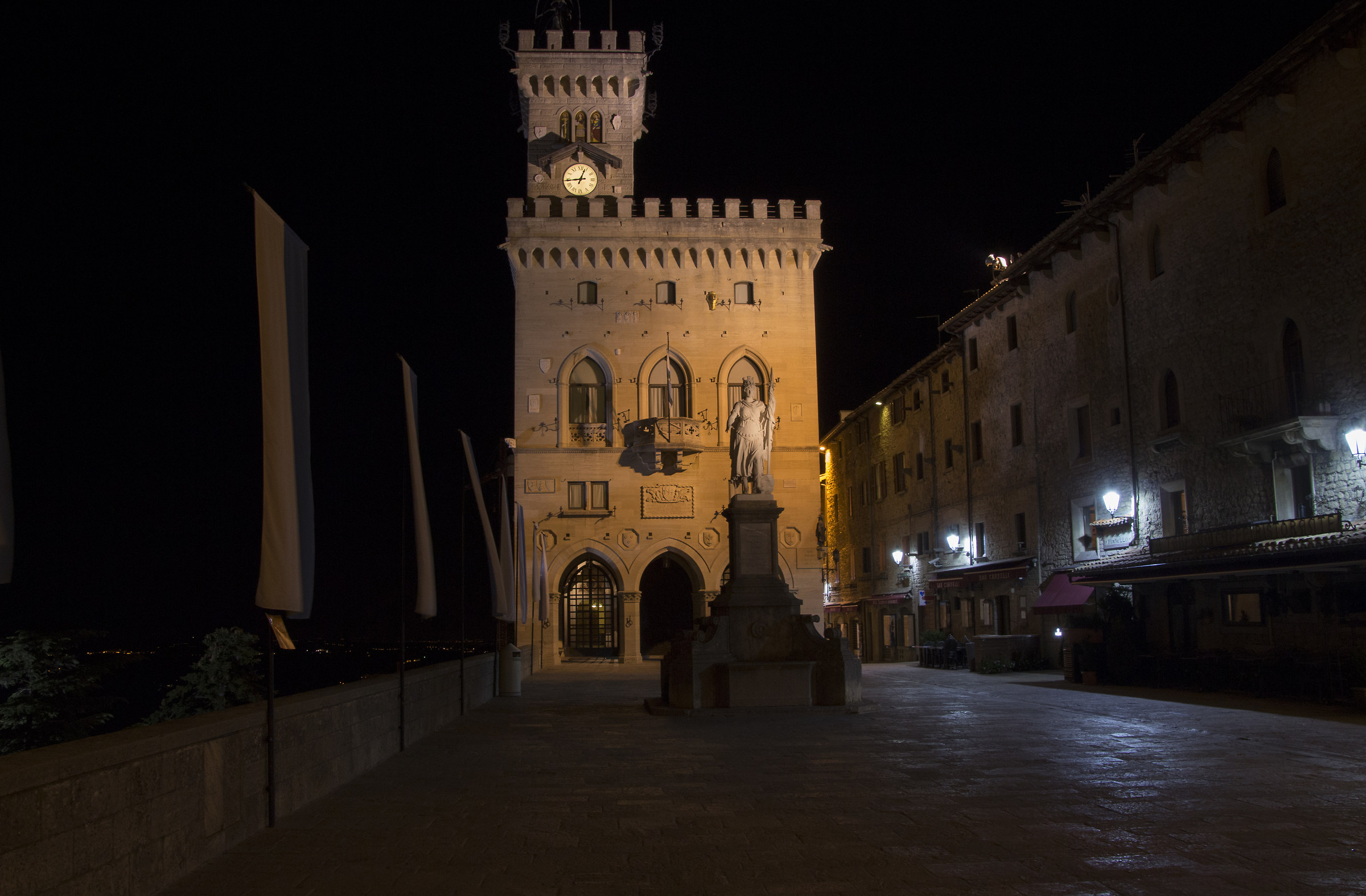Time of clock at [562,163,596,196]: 12:44
